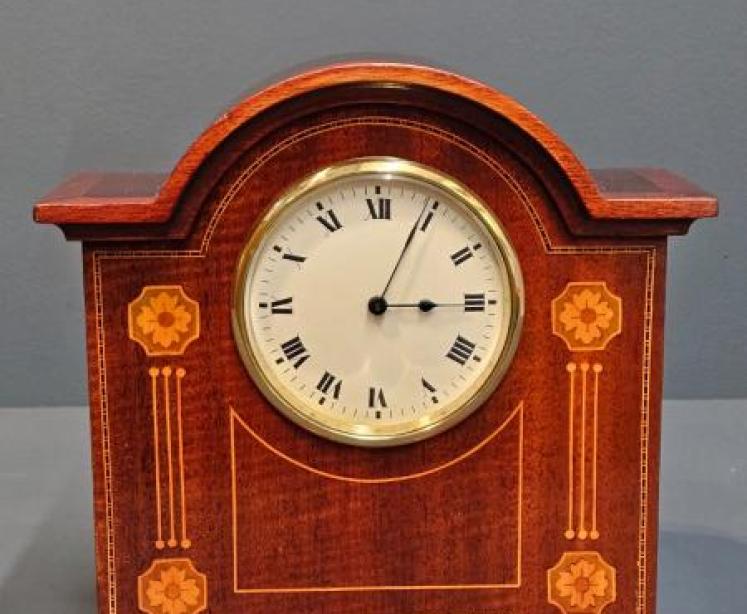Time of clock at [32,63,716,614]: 3:04
